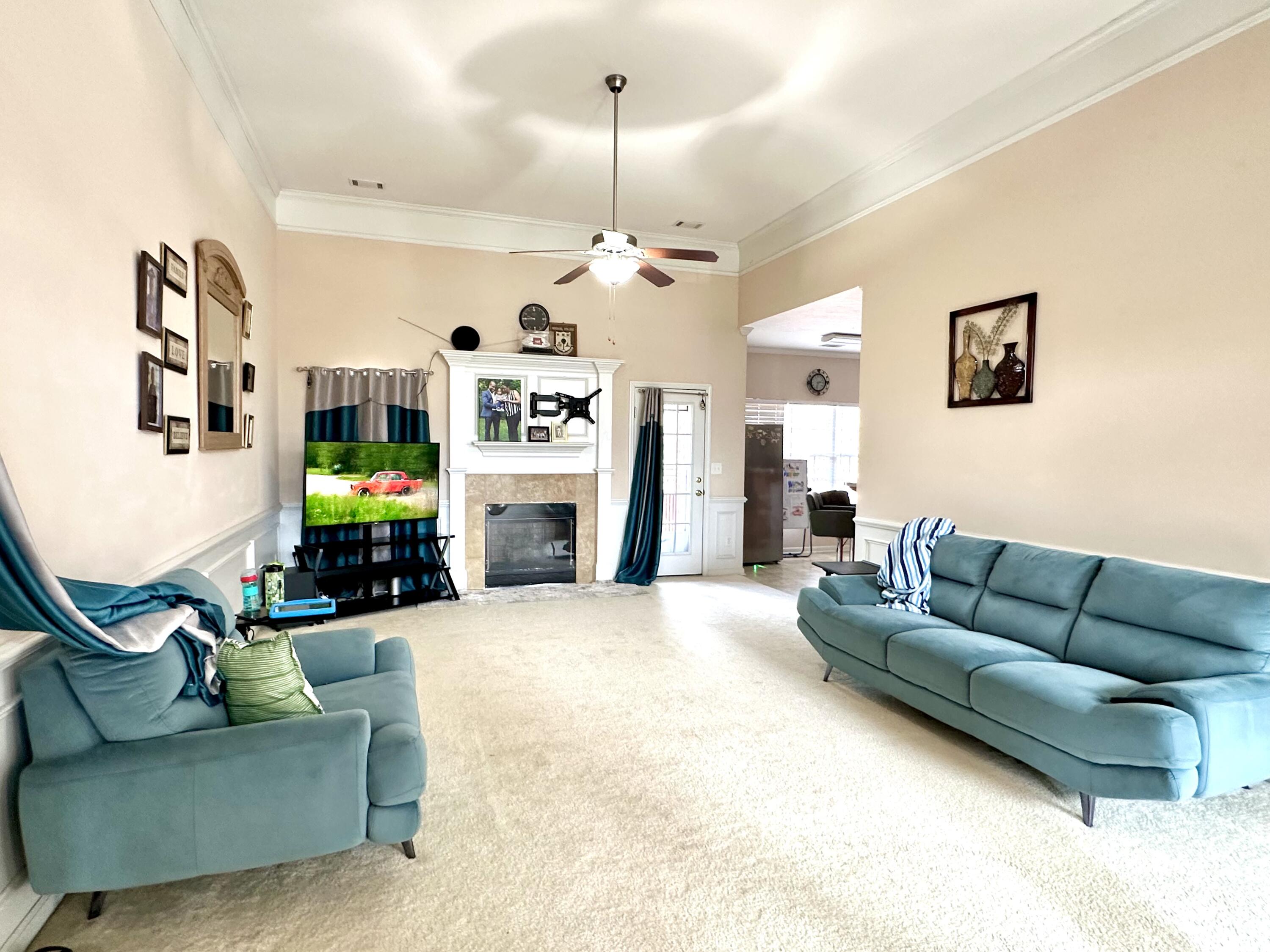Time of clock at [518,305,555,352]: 9:44
